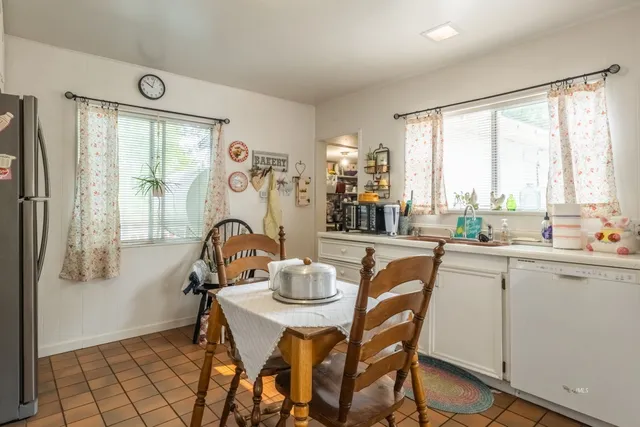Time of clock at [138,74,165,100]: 10:02
